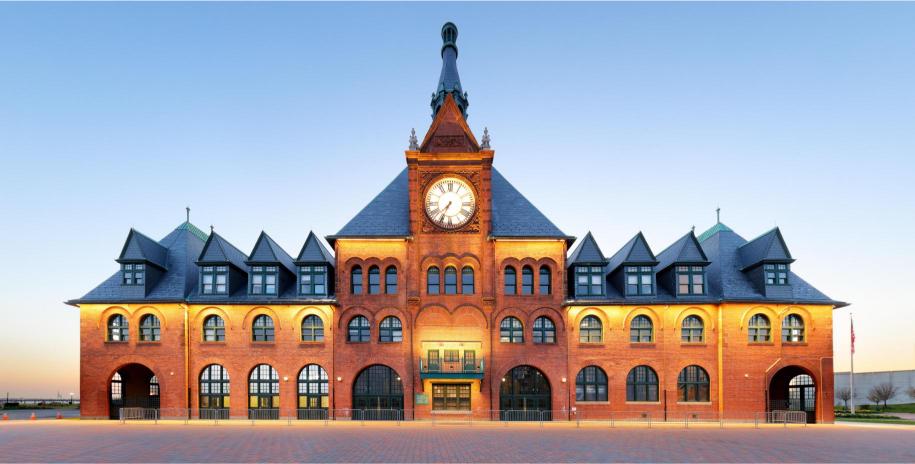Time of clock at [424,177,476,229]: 7:34
